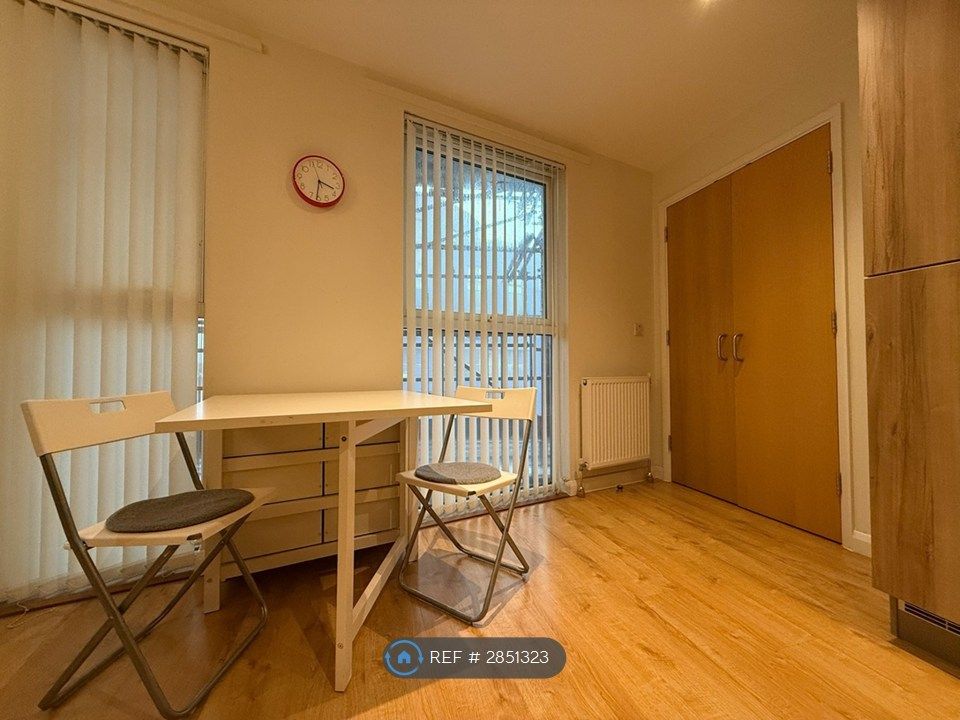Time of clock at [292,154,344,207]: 3:31
